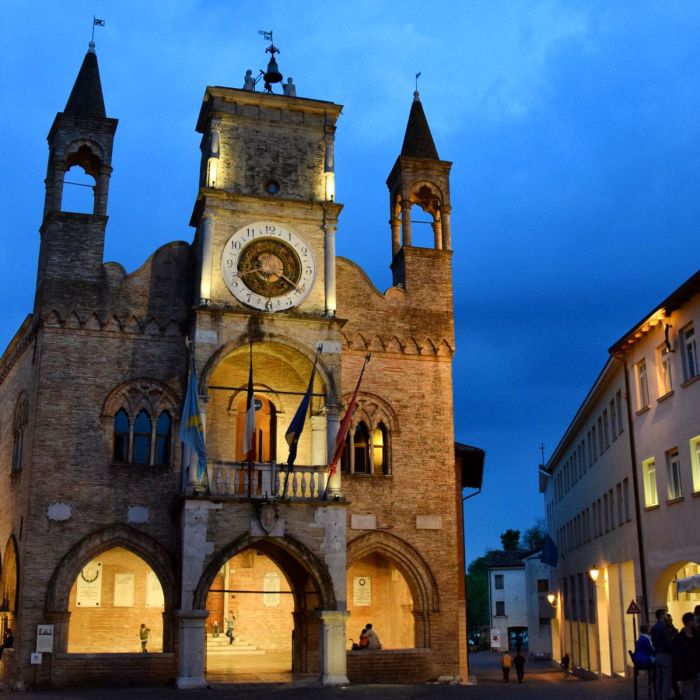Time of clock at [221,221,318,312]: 8:21
